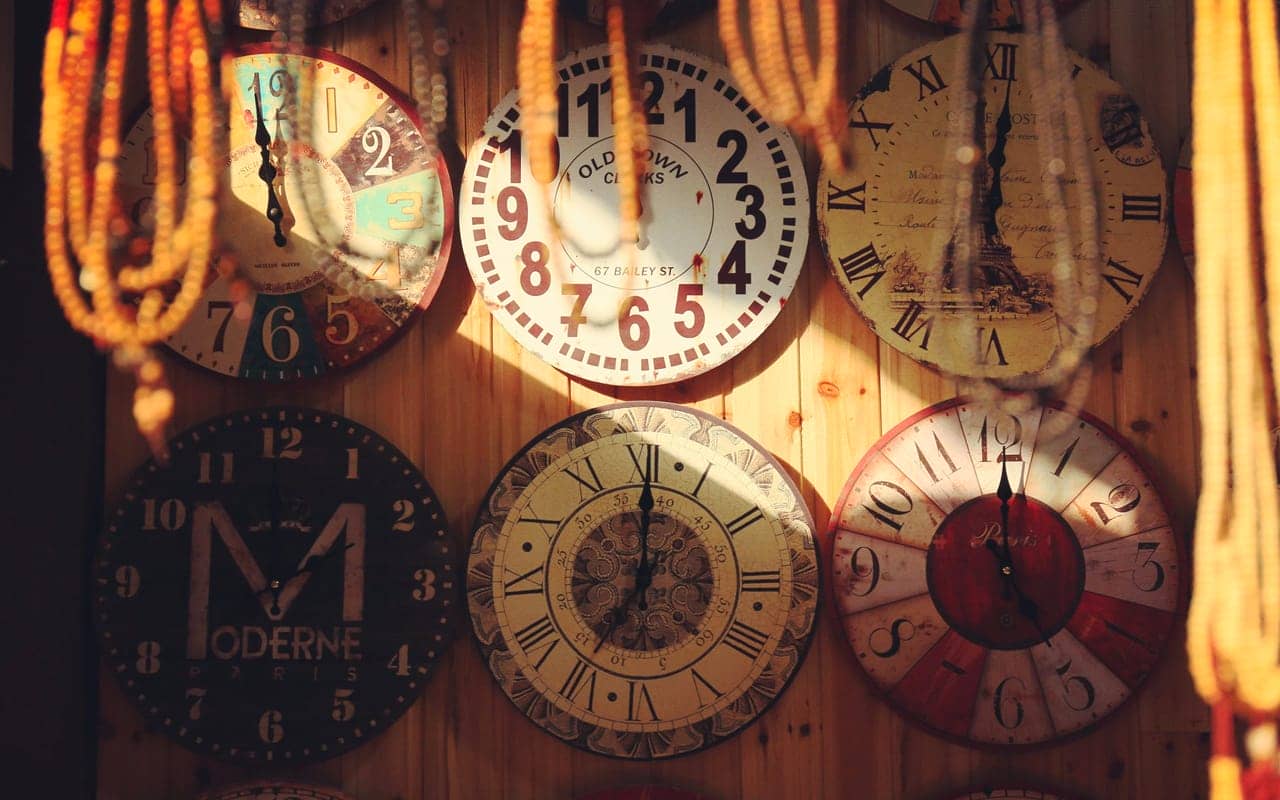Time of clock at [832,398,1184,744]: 5:00
